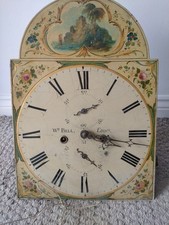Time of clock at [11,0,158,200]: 3:17
